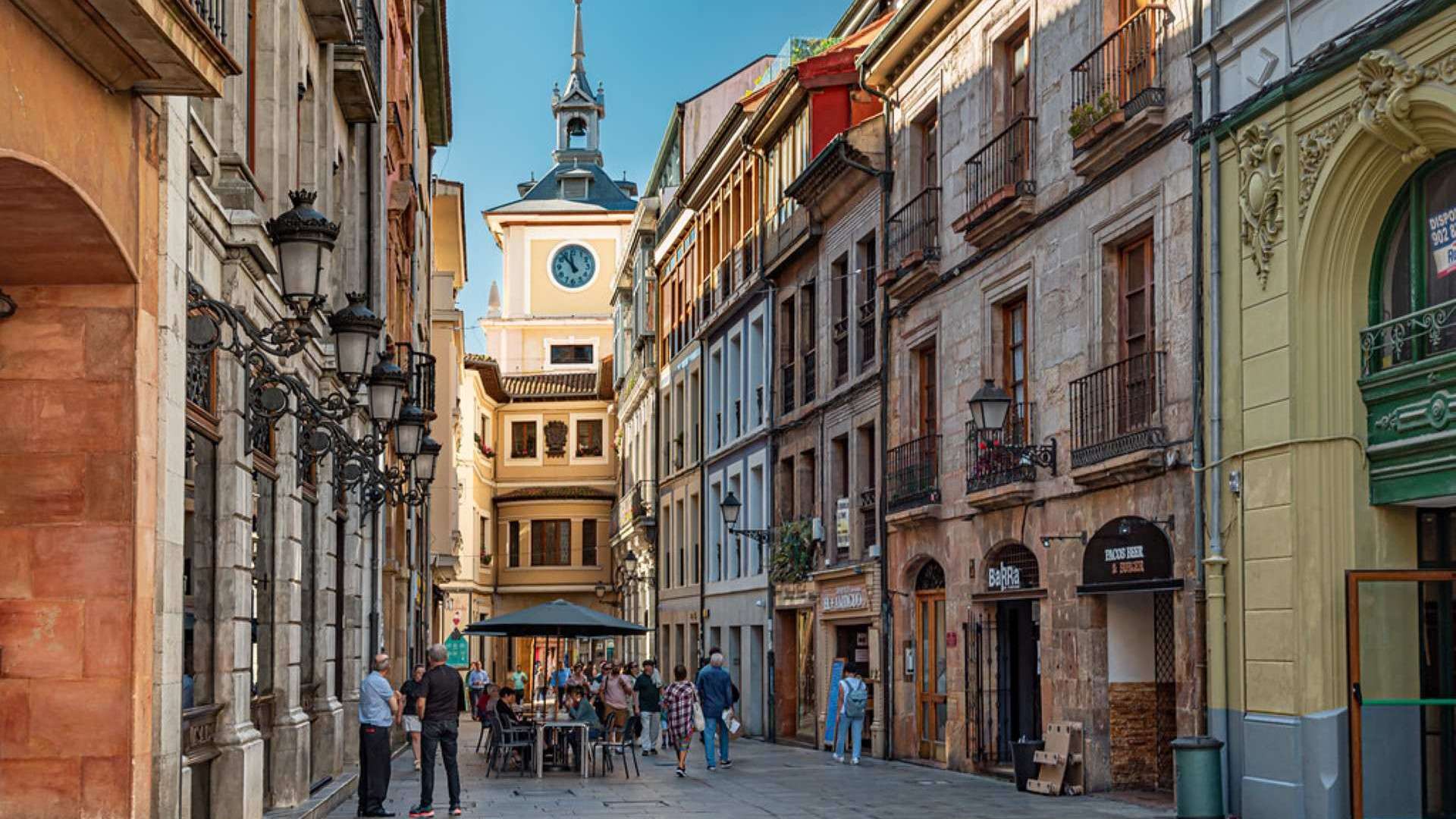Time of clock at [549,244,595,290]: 11:53
